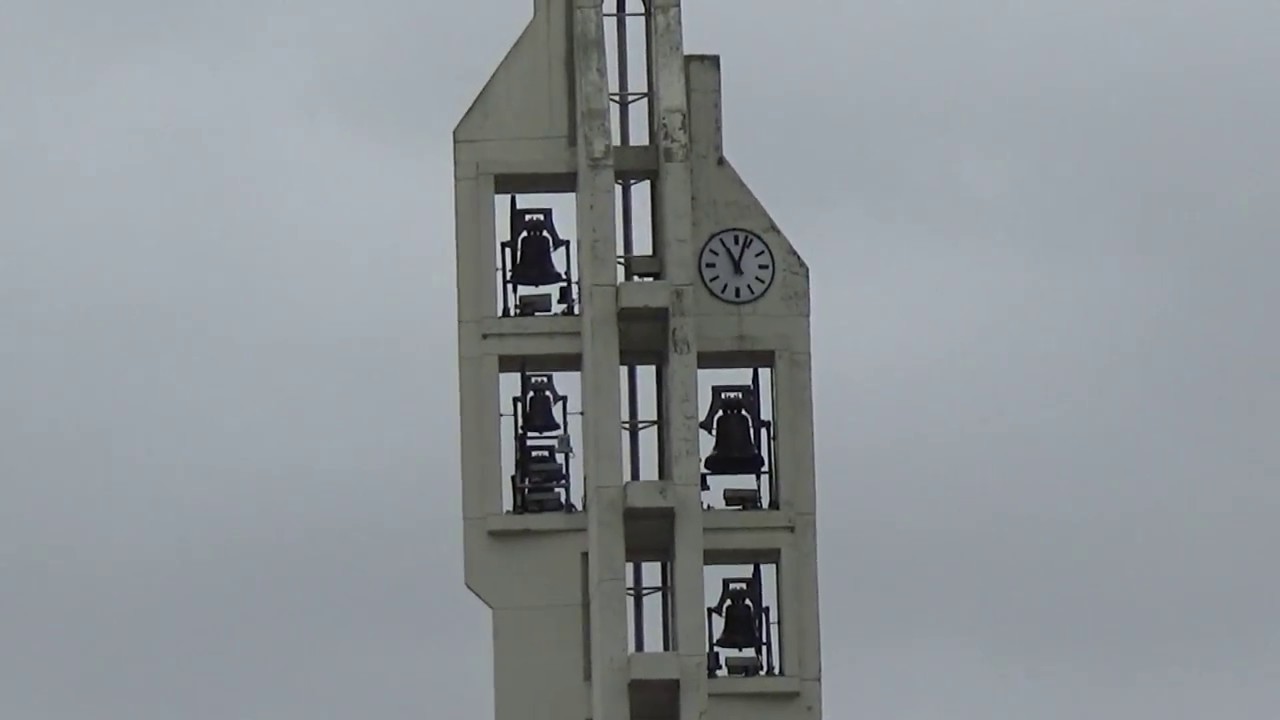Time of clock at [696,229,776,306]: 11:03
